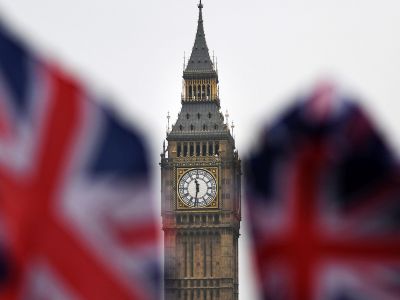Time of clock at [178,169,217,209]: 11:31
